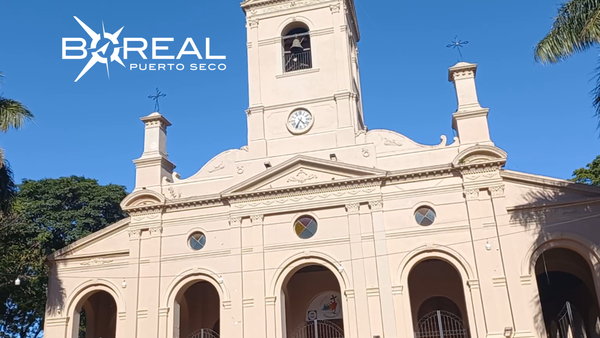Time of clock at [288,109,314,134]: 4:34
